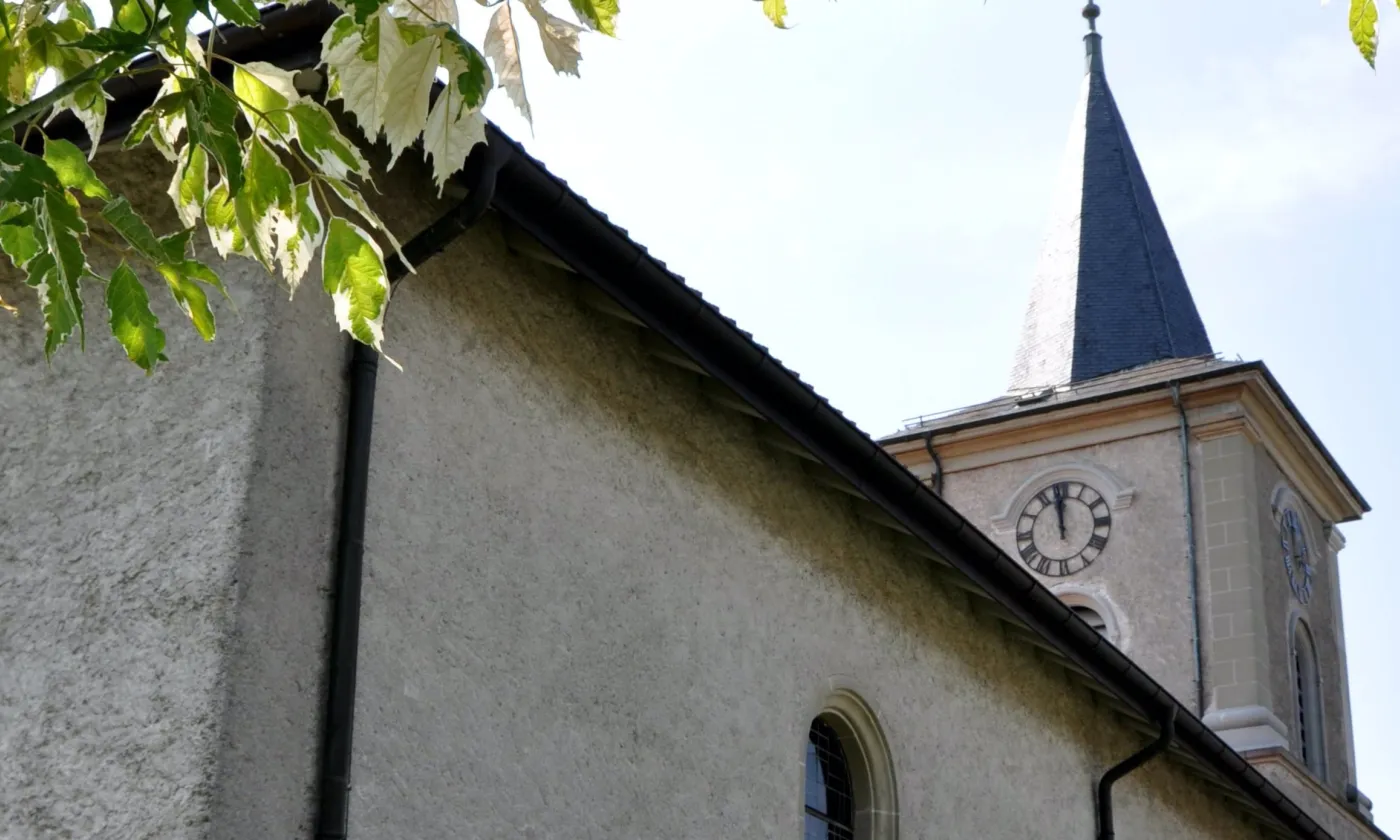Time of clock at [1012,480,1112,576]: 11:58
